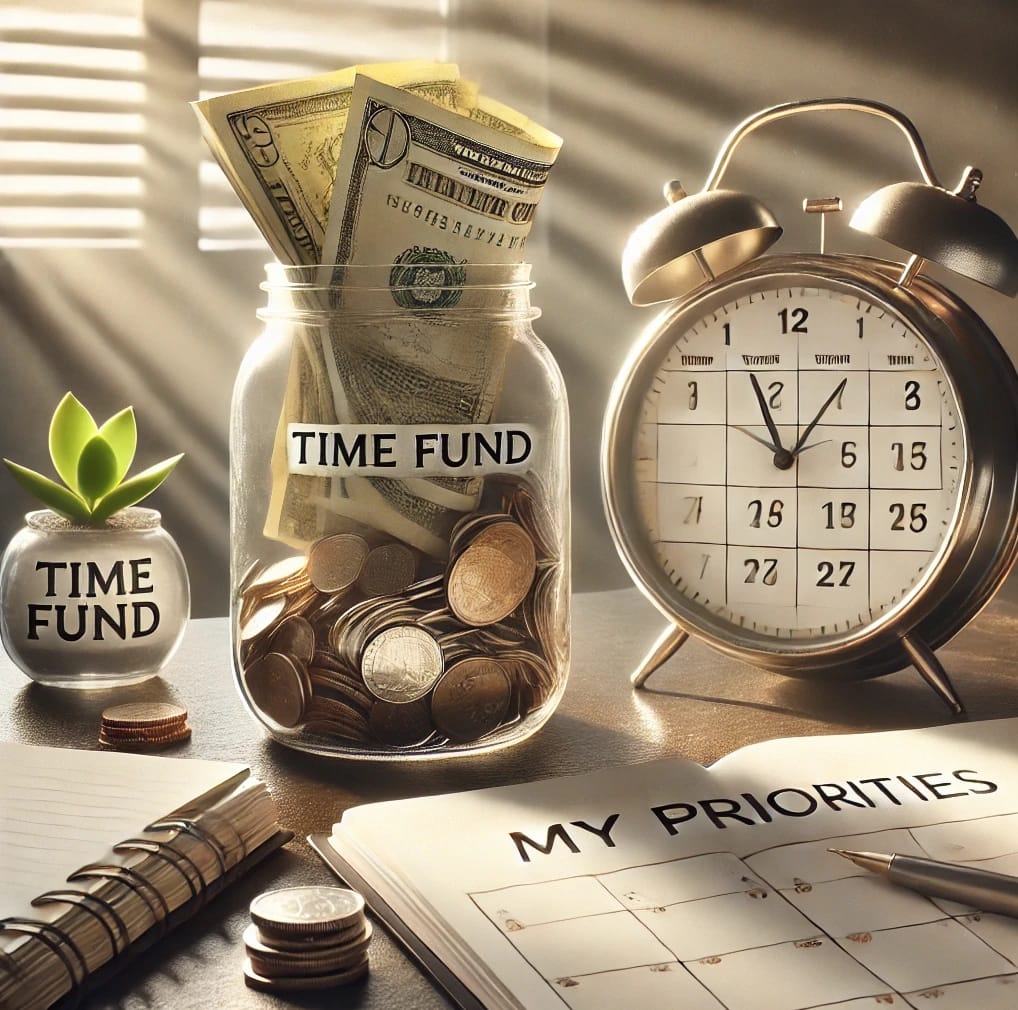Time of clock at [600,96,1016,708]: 11:06
